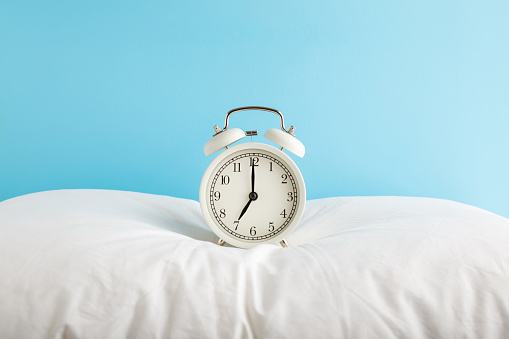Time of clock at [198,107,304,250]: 7:00
